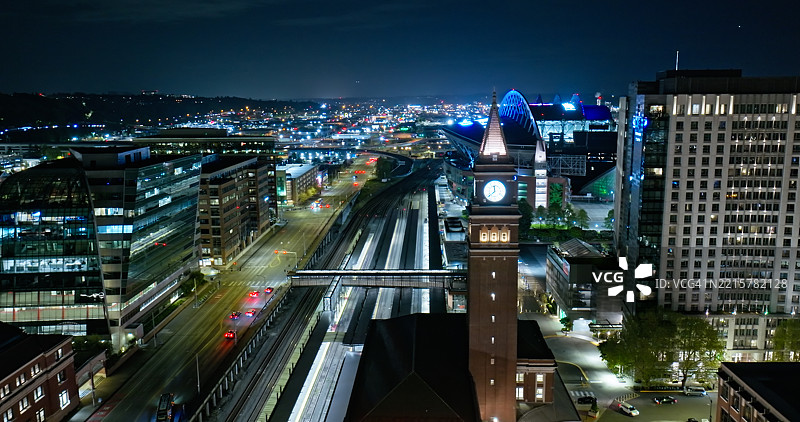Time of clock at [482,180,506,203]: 11:38
